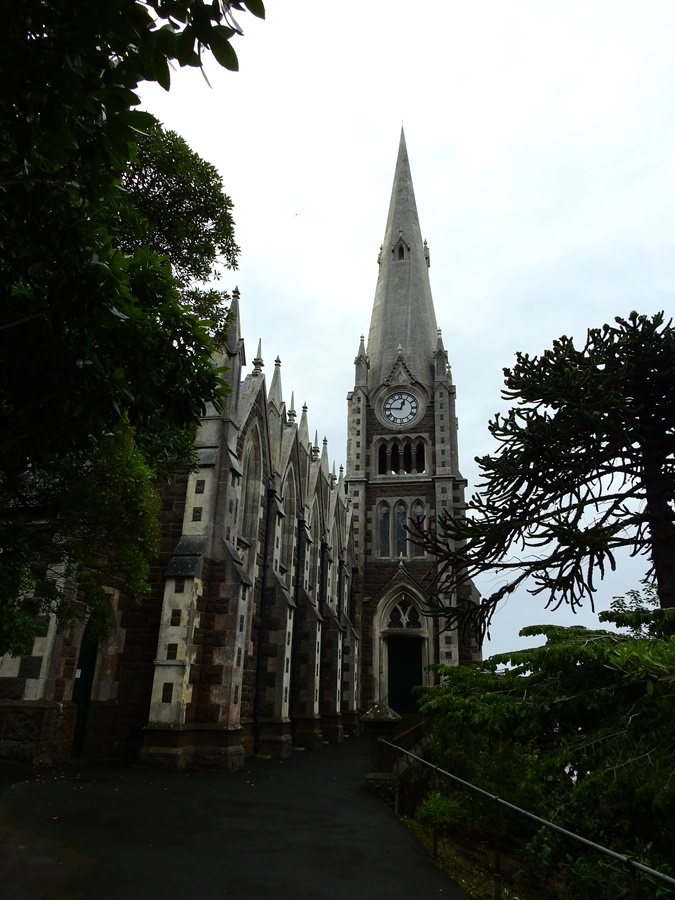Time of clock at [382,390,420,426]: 12:46
